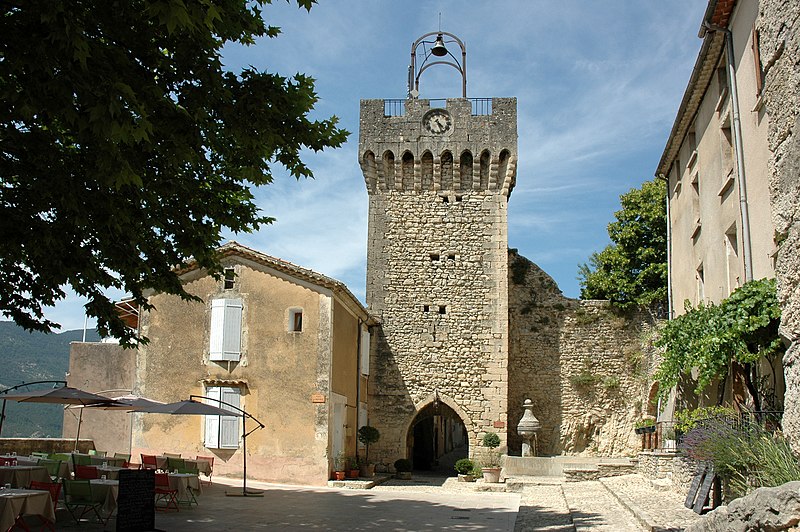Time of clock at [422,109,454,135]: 4:26
